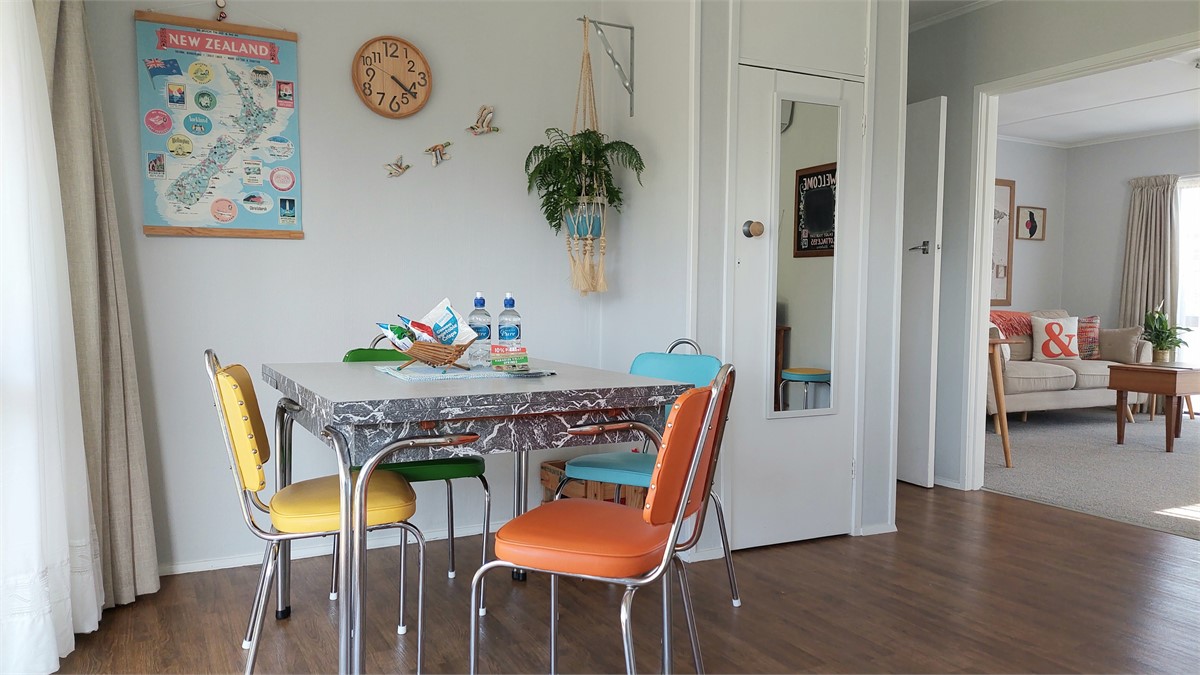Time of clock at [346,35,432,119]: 4:21
